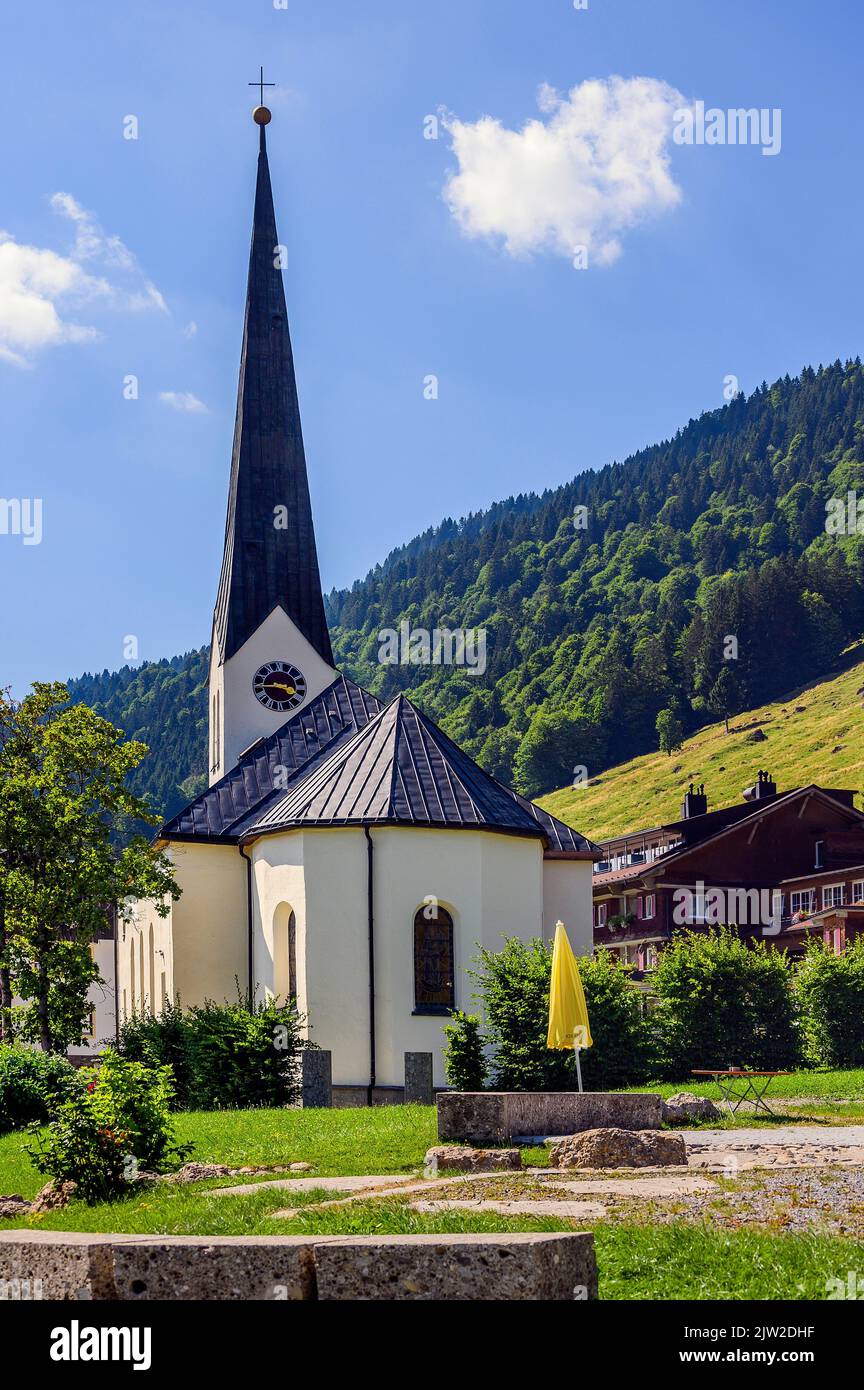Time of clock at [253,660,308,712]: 3:44
